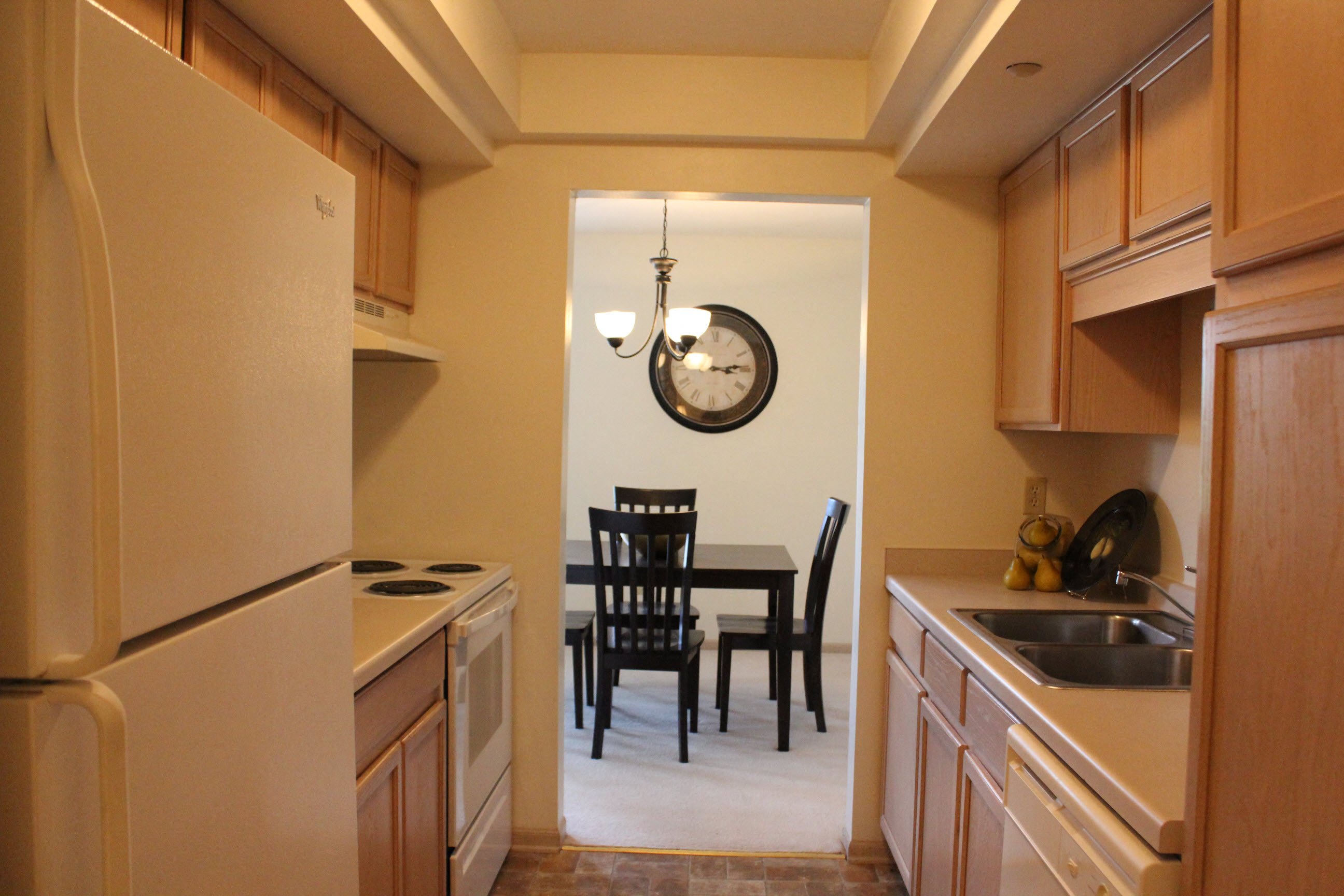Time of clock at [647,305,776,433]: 3:13
